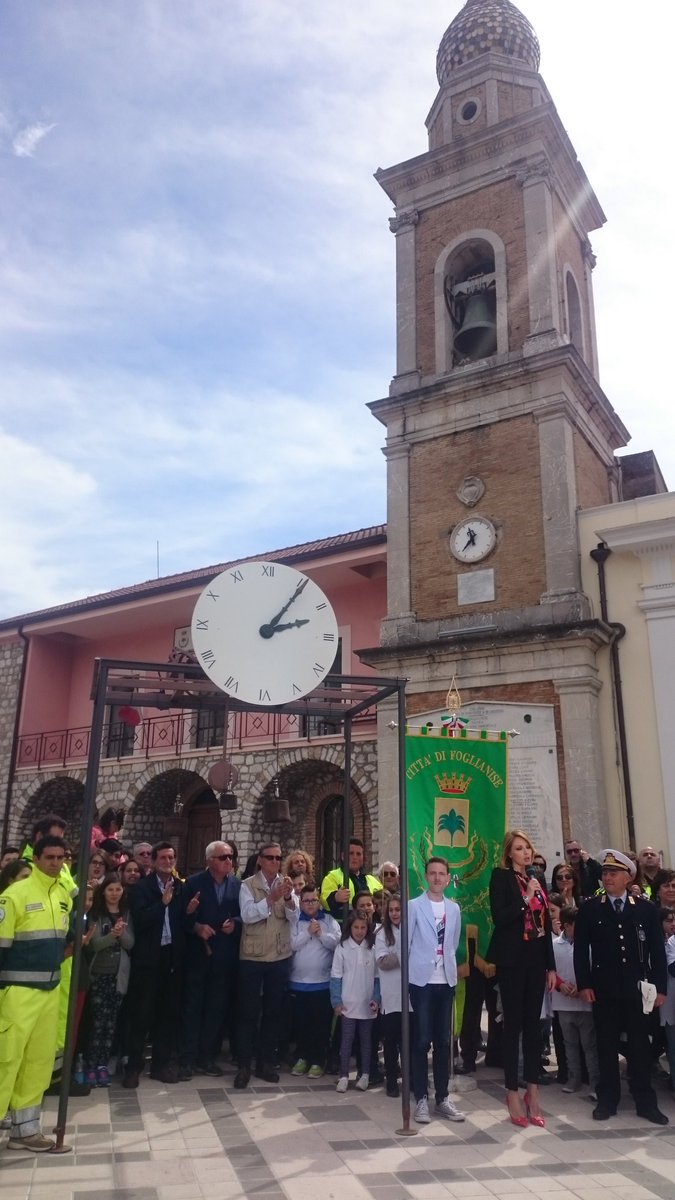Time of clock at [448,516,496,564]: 11:37
